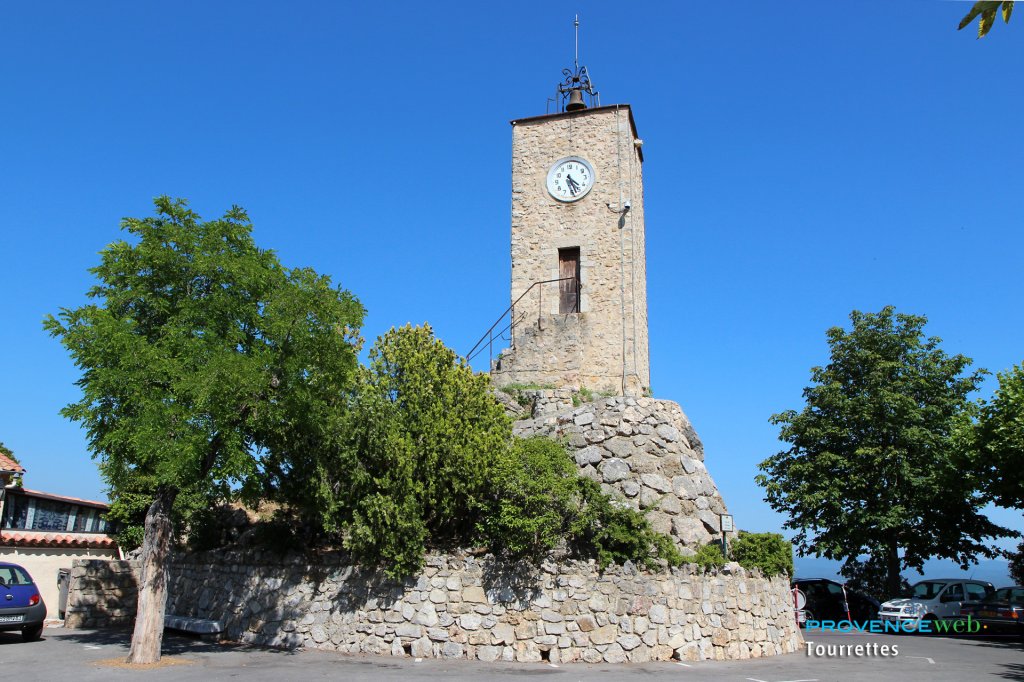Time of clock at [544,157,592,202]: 4:27
